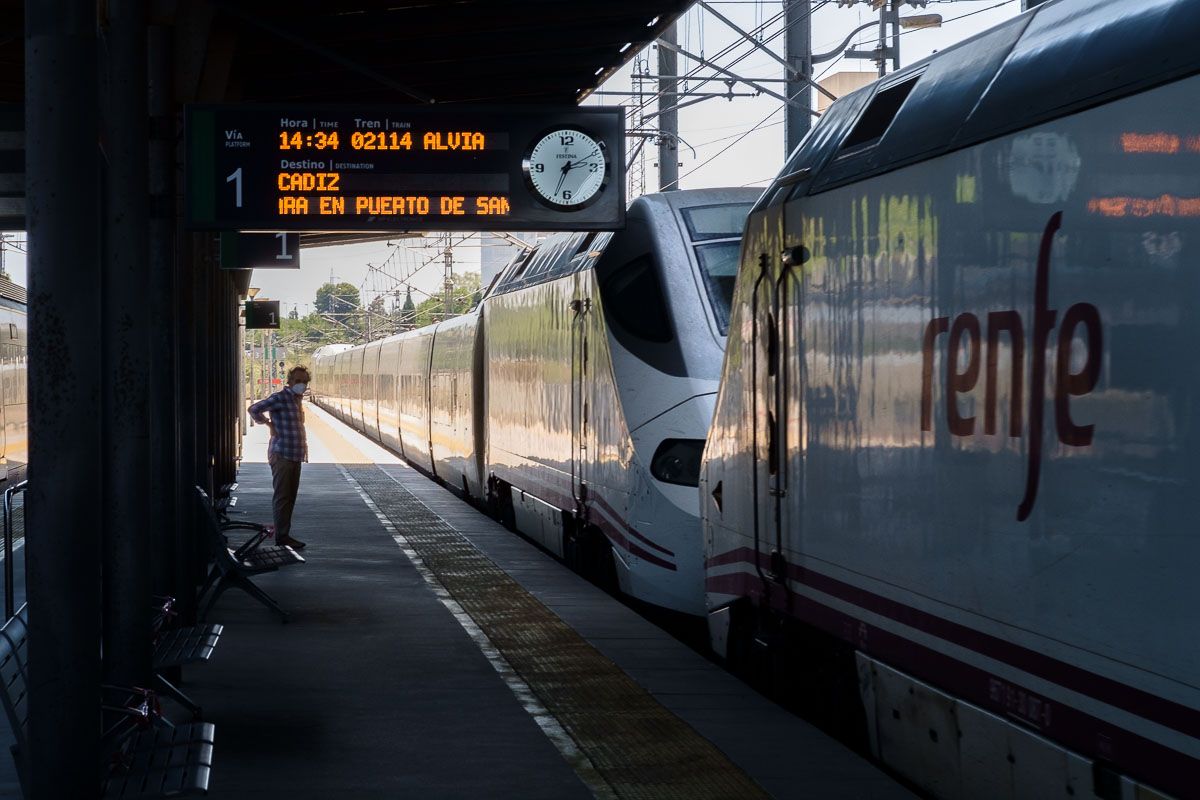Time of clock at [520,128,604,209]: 2:33
